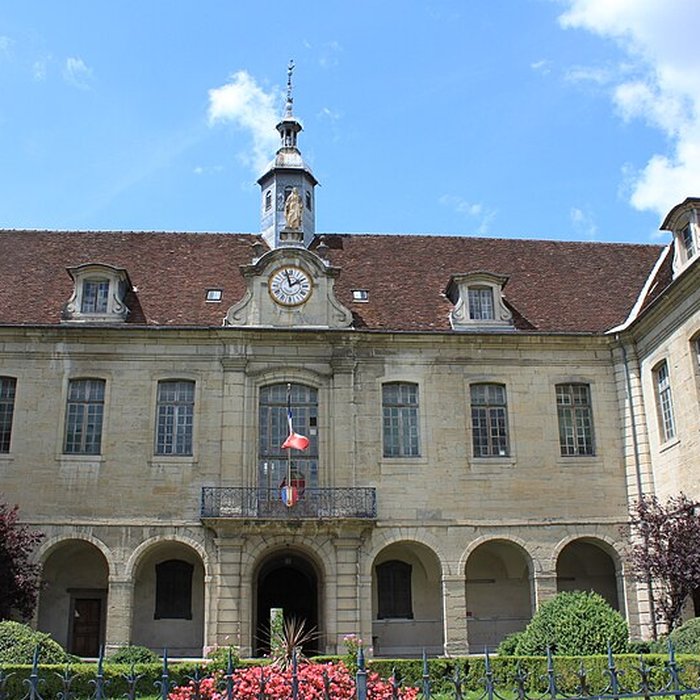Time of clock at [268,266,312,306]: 1:57
